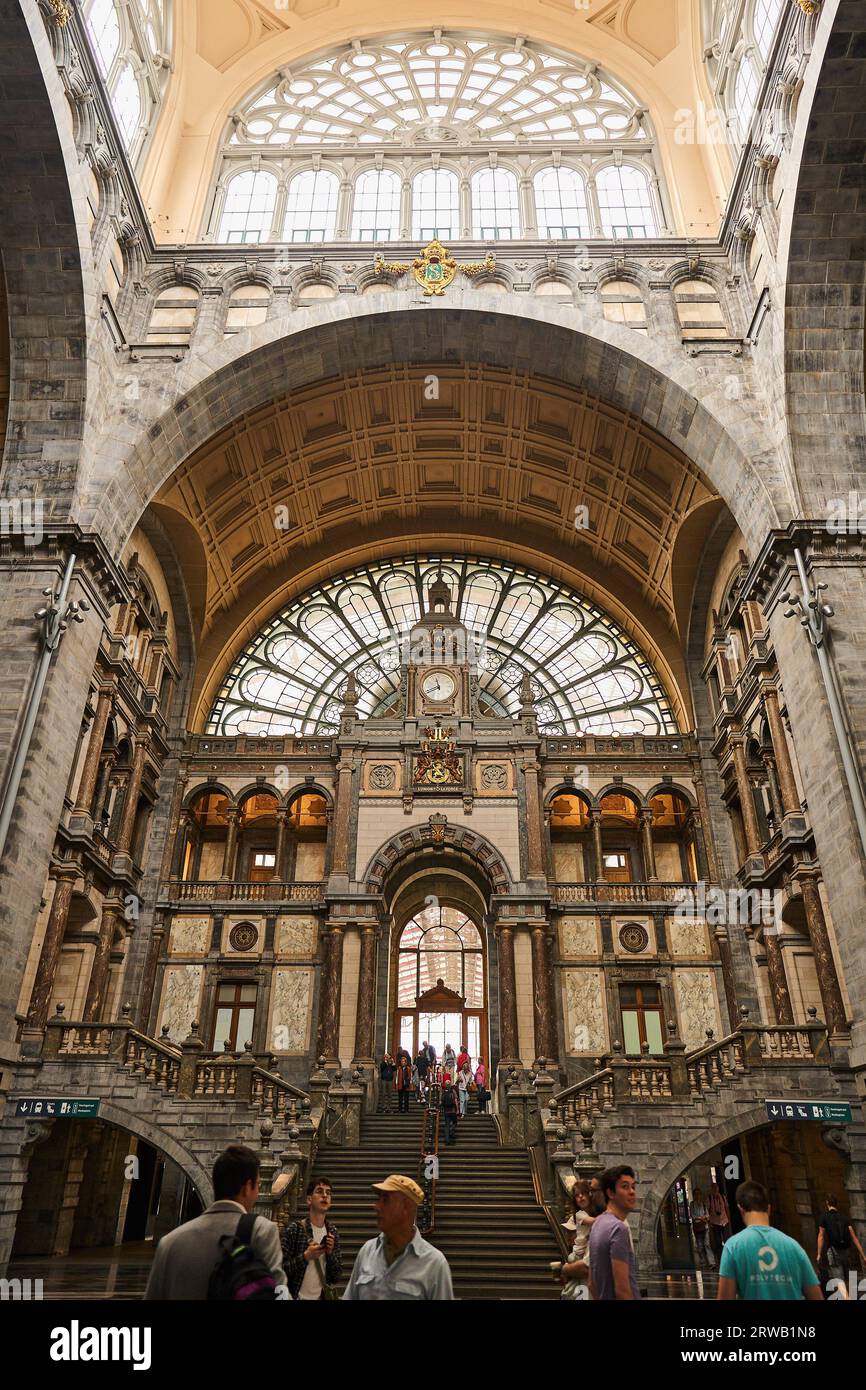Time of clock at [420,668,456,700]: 11:41
